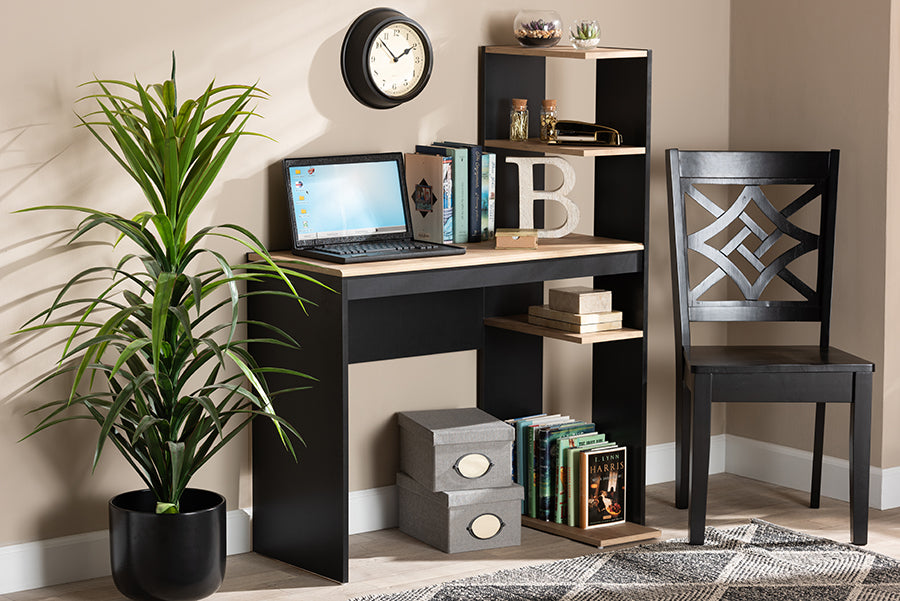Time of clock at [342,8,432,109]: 1:52
